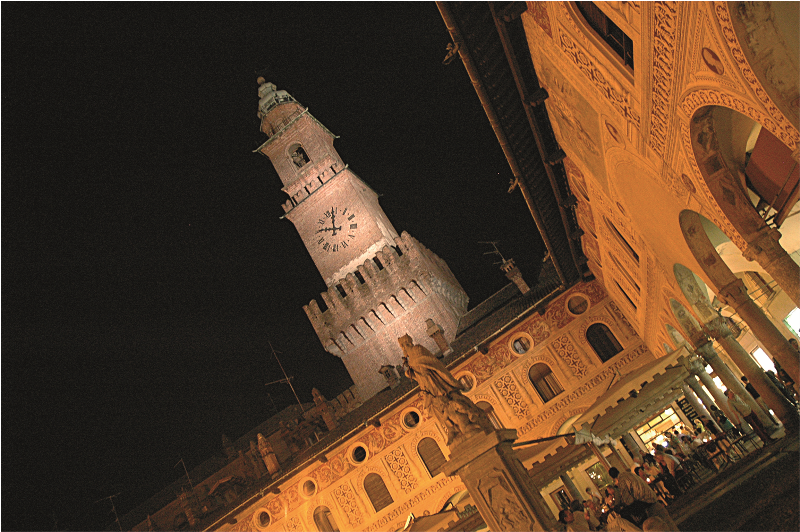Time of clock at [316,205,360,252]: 11:45
